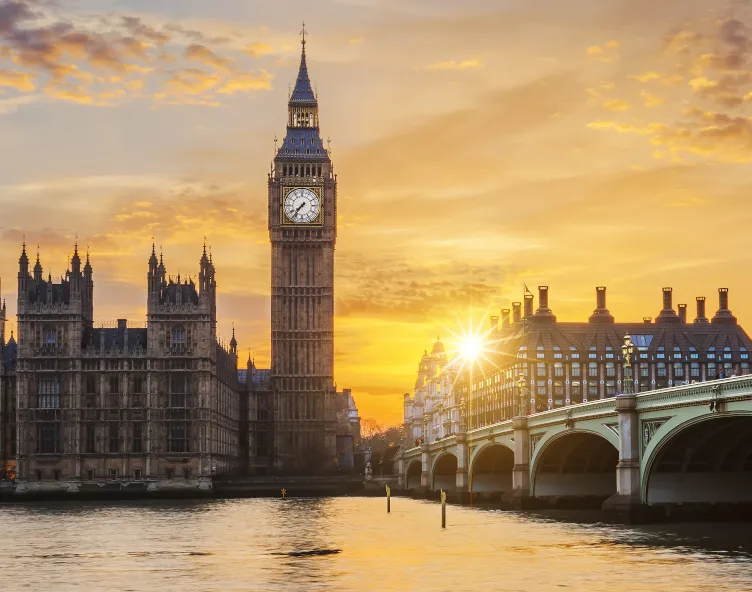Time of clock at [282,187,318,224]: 7:36
